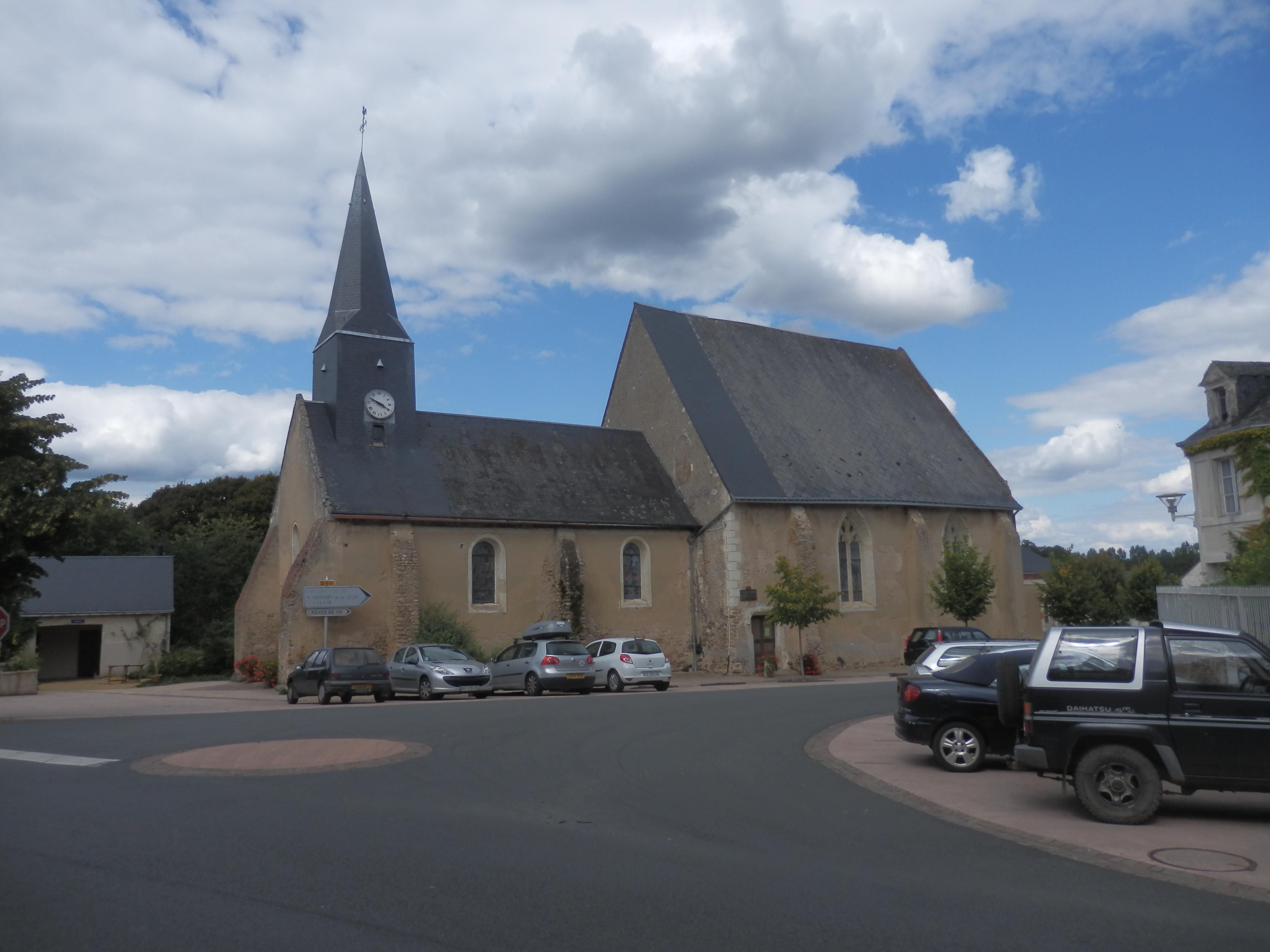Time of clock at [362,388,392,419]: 3:49
